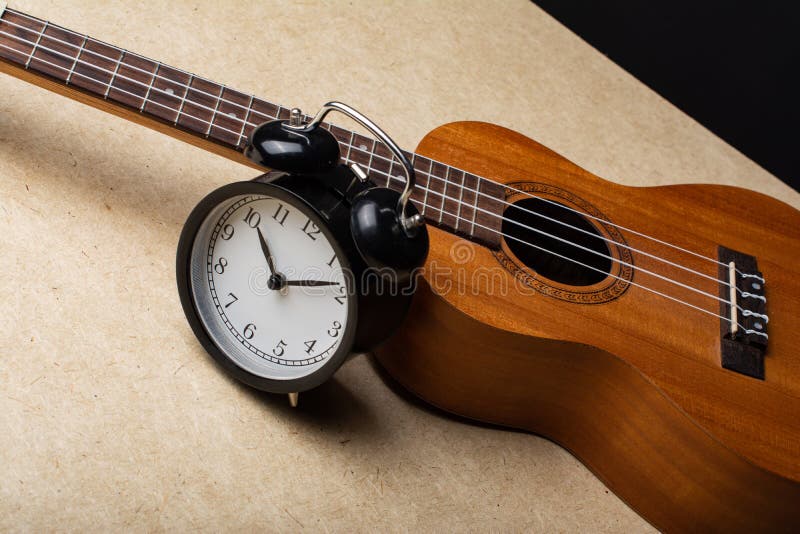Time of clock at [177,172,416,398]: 11:13
